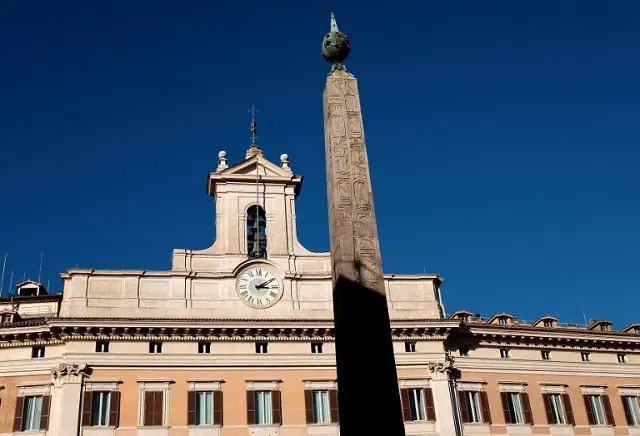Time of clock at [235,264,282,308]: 3:09
